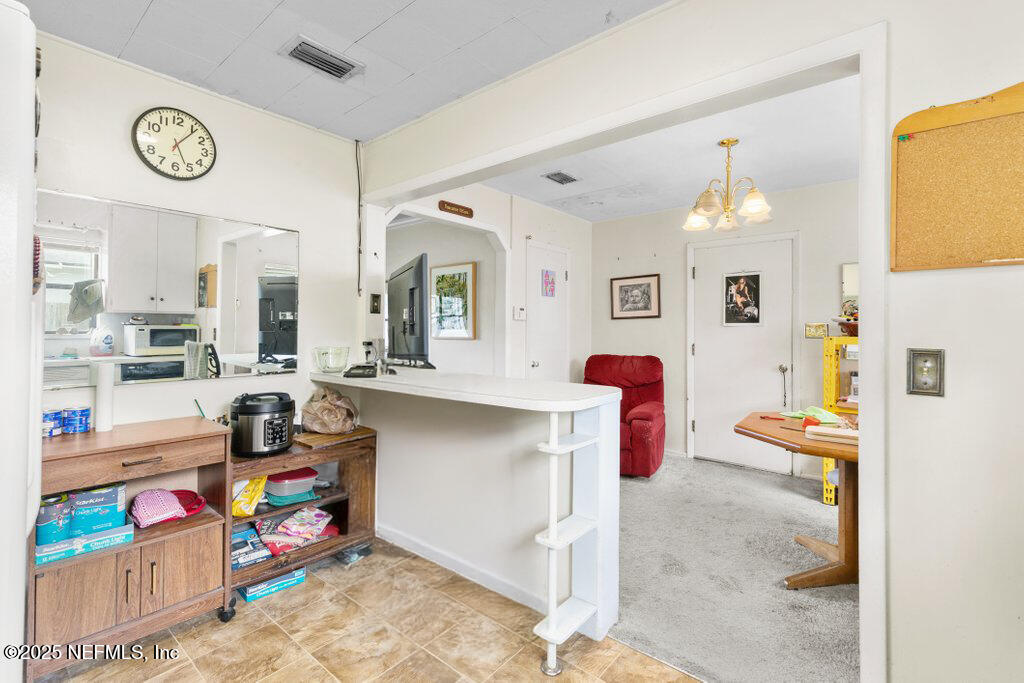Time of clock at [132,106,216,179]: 5:06
